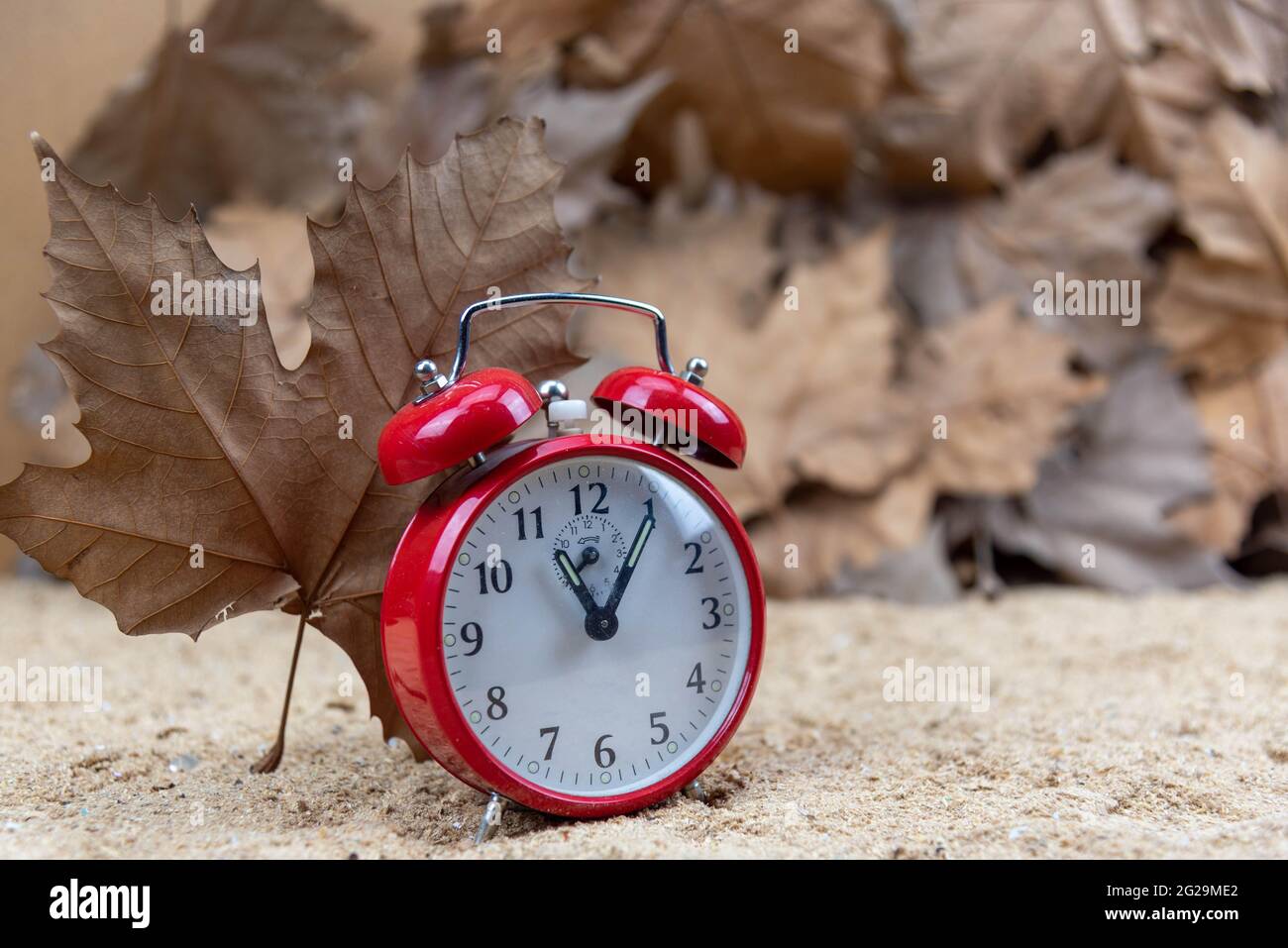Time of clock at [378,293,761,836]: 11:04
